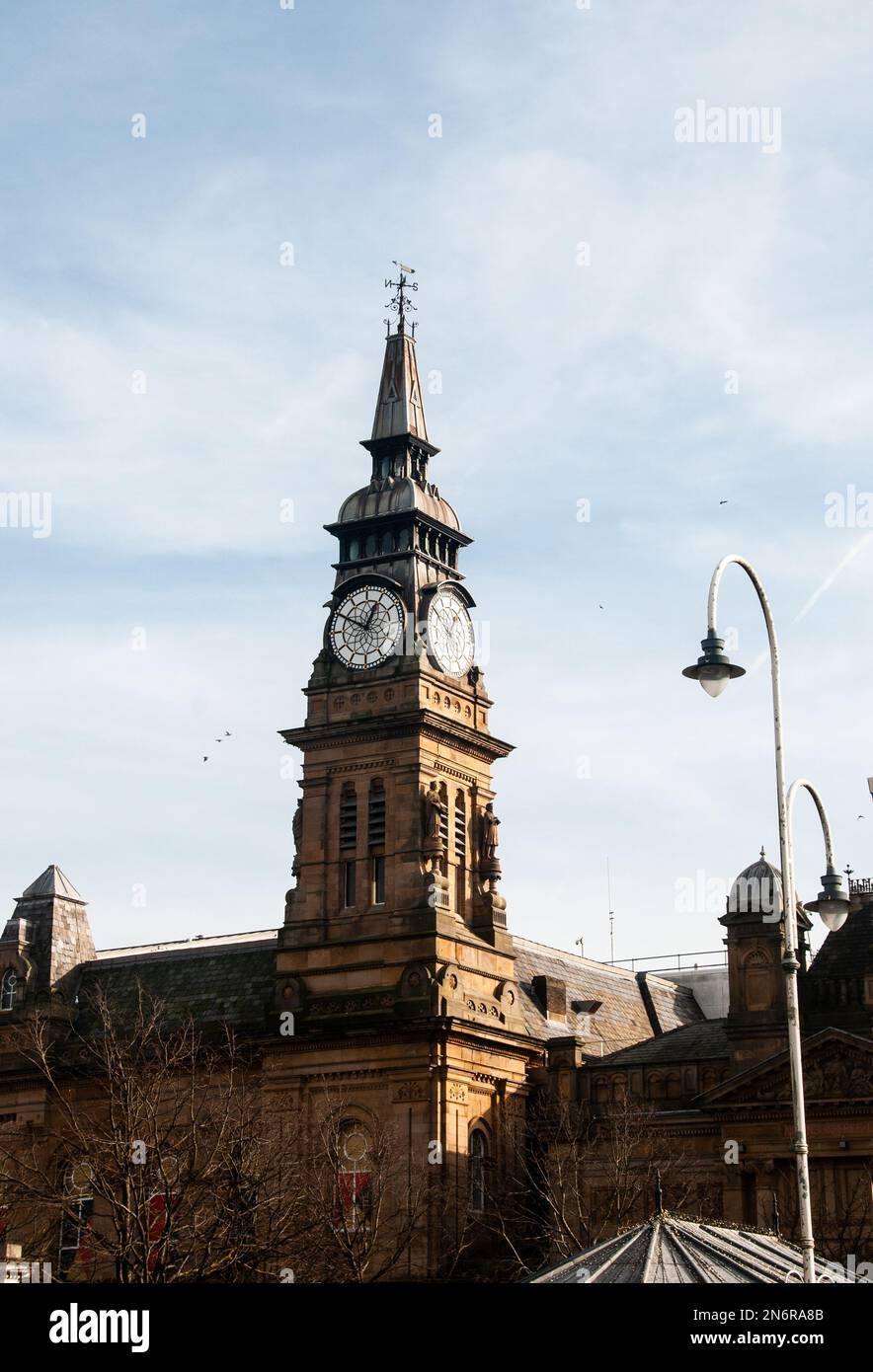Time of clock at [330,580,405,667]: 12:49
